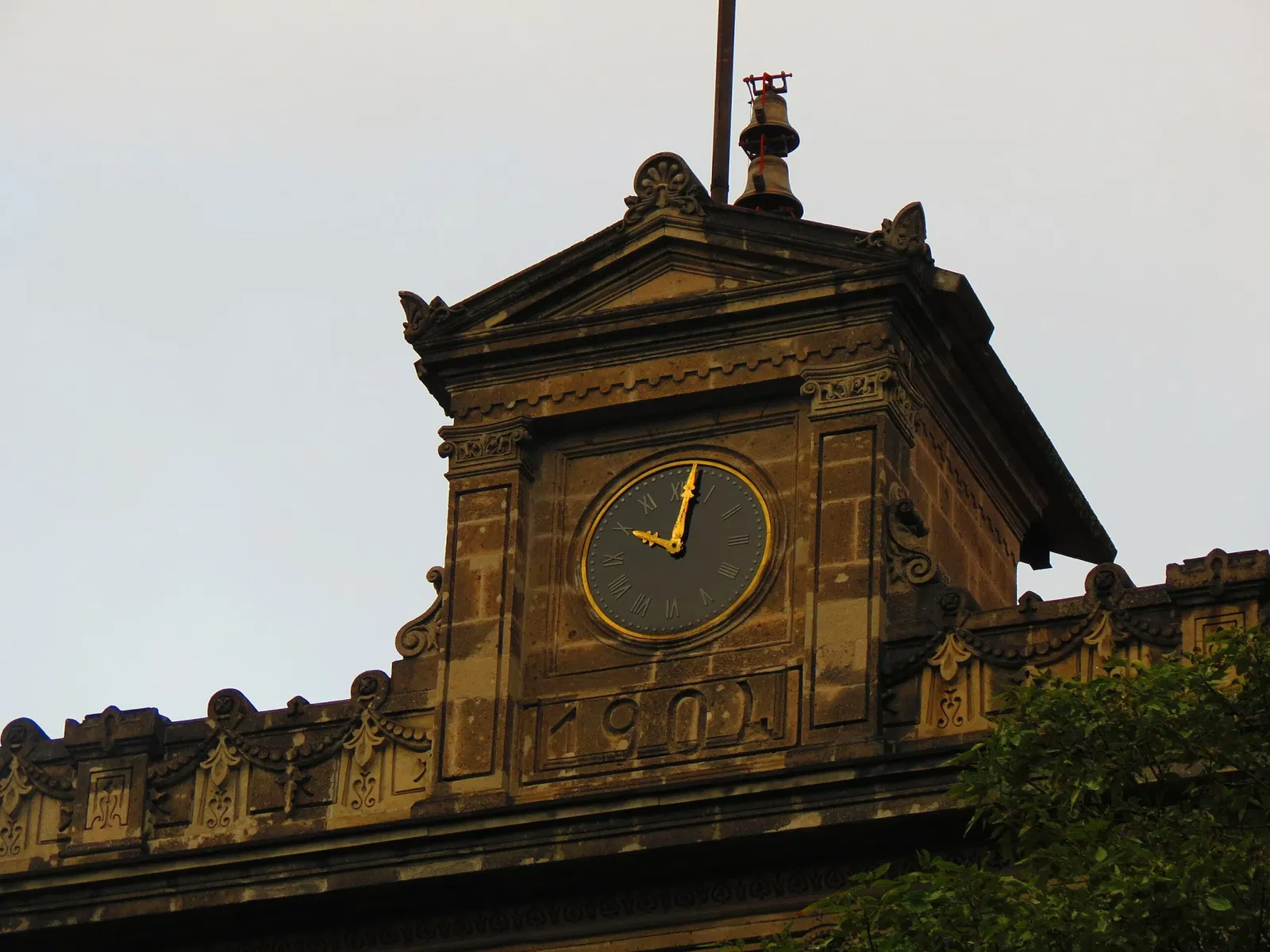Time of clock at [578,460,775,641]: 10:01
